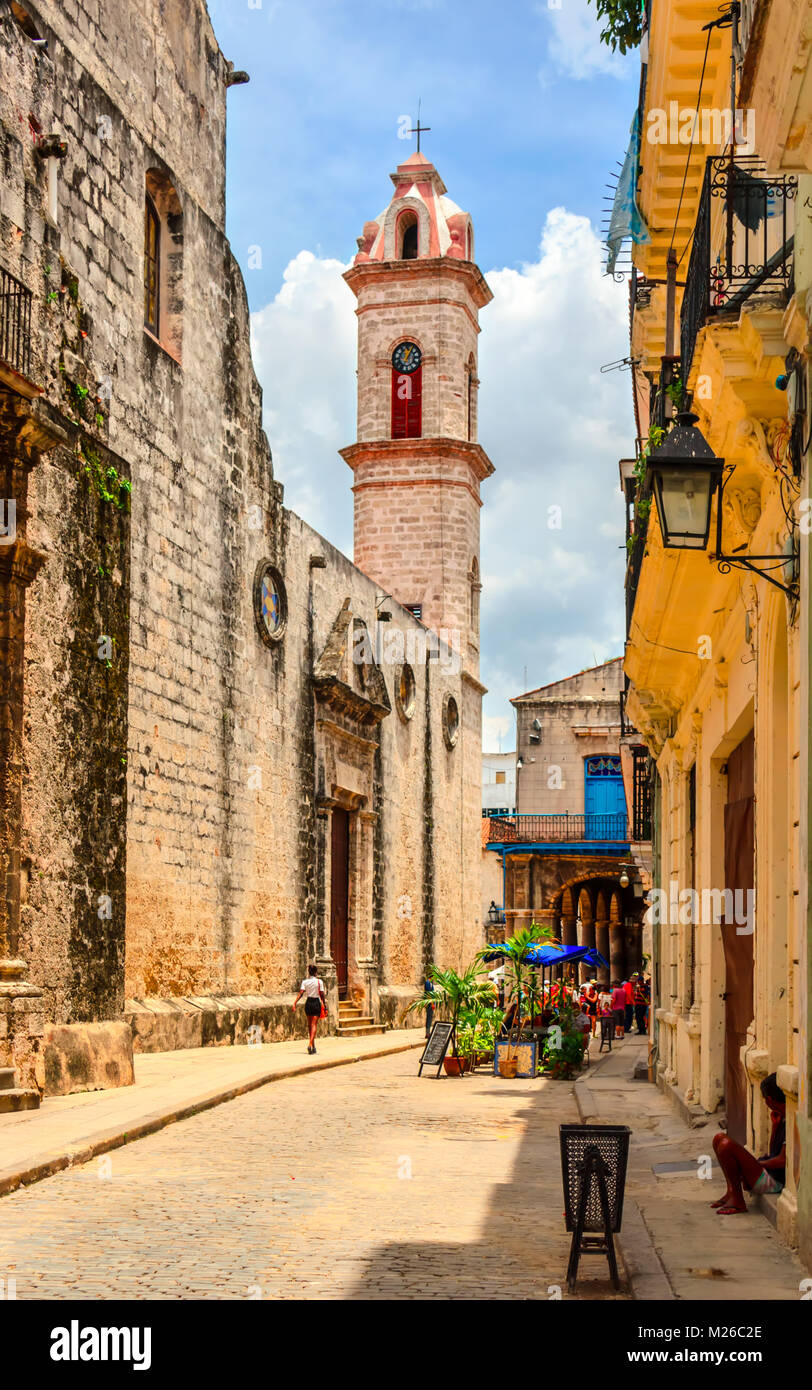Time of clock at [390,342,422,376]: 12:05
